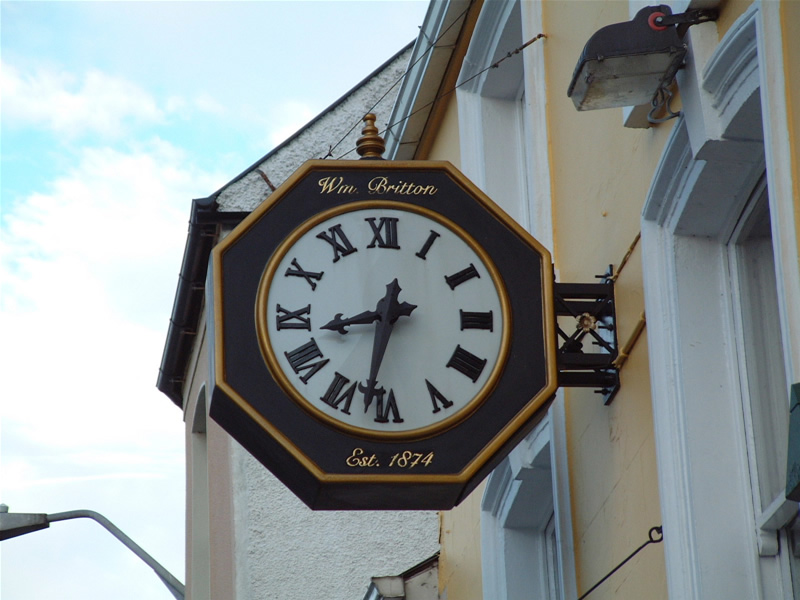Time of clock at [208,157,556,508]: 8:32
